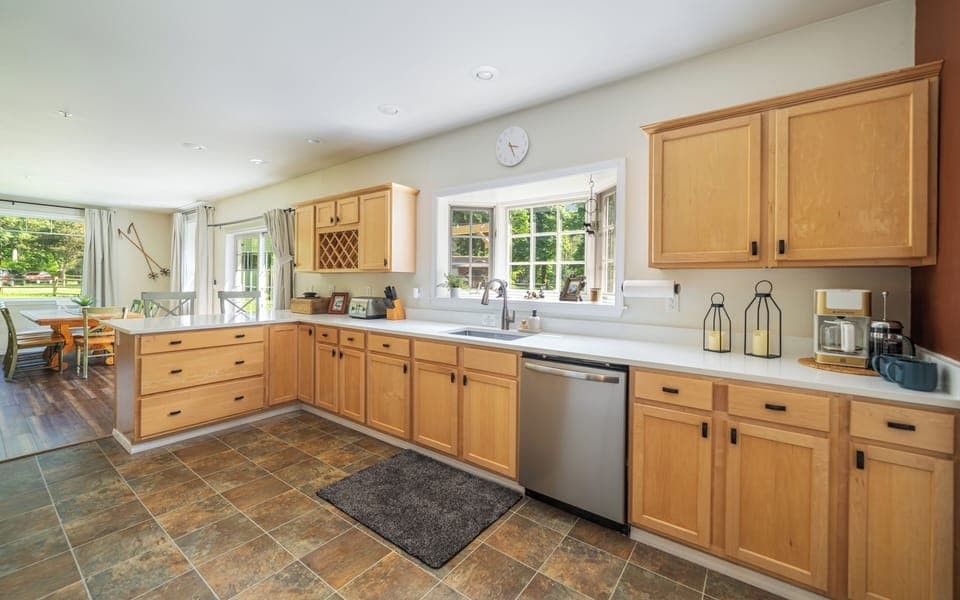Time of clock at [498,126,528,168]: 3:26
